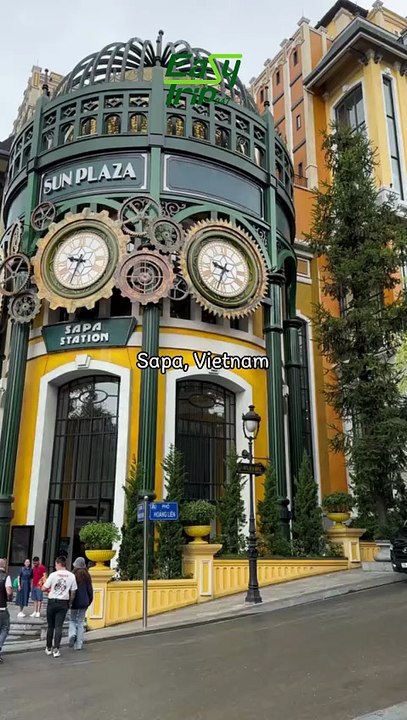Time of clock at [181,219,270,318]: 9:34
